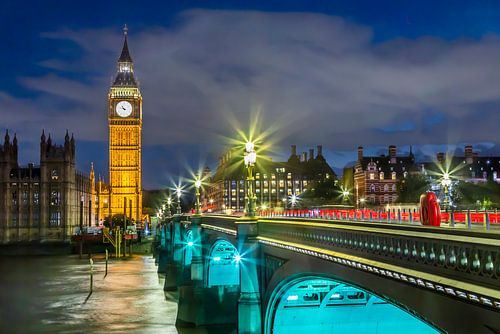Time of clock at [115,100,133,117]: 10:47
